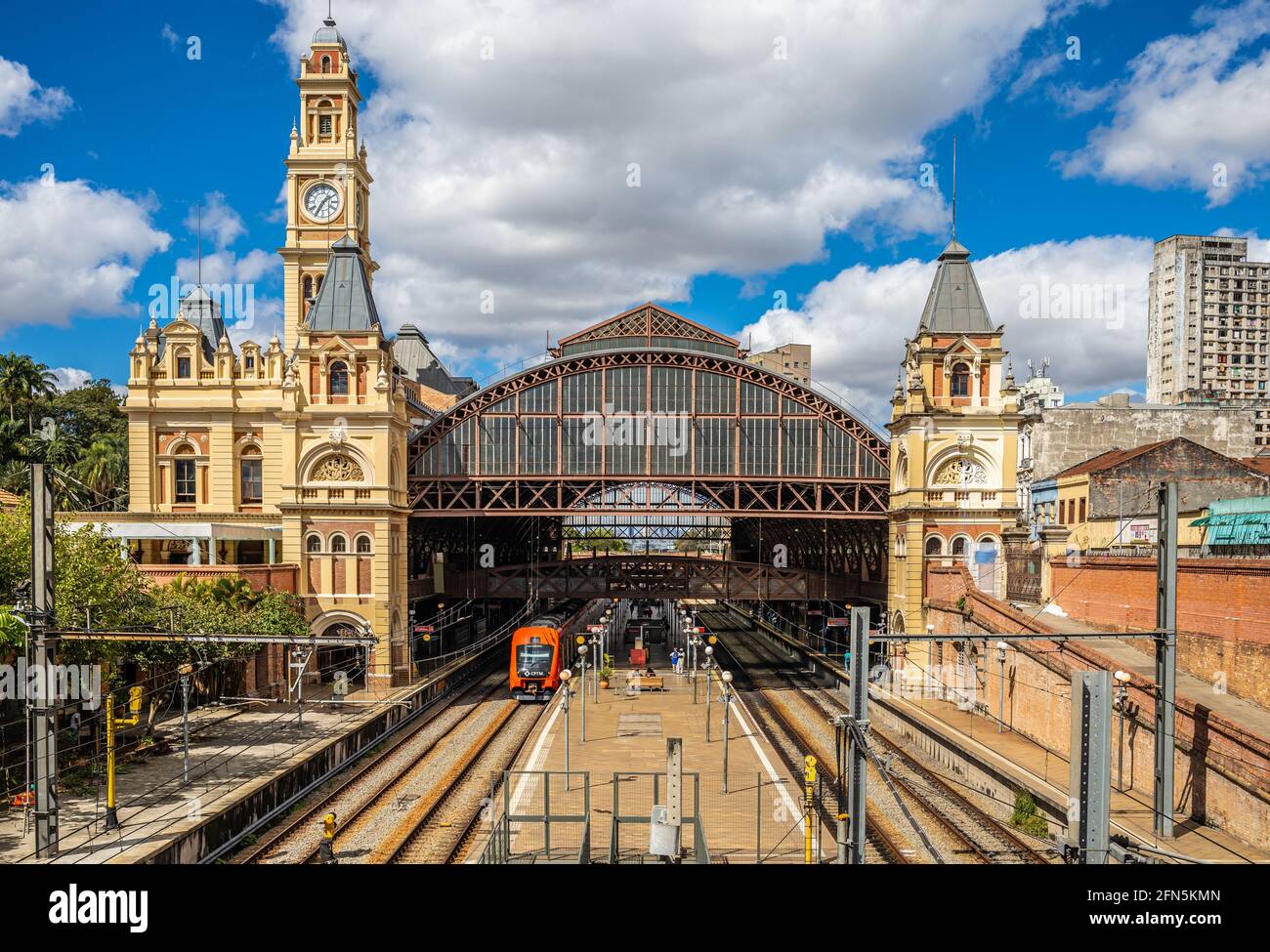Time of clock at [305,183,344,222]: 1:35
